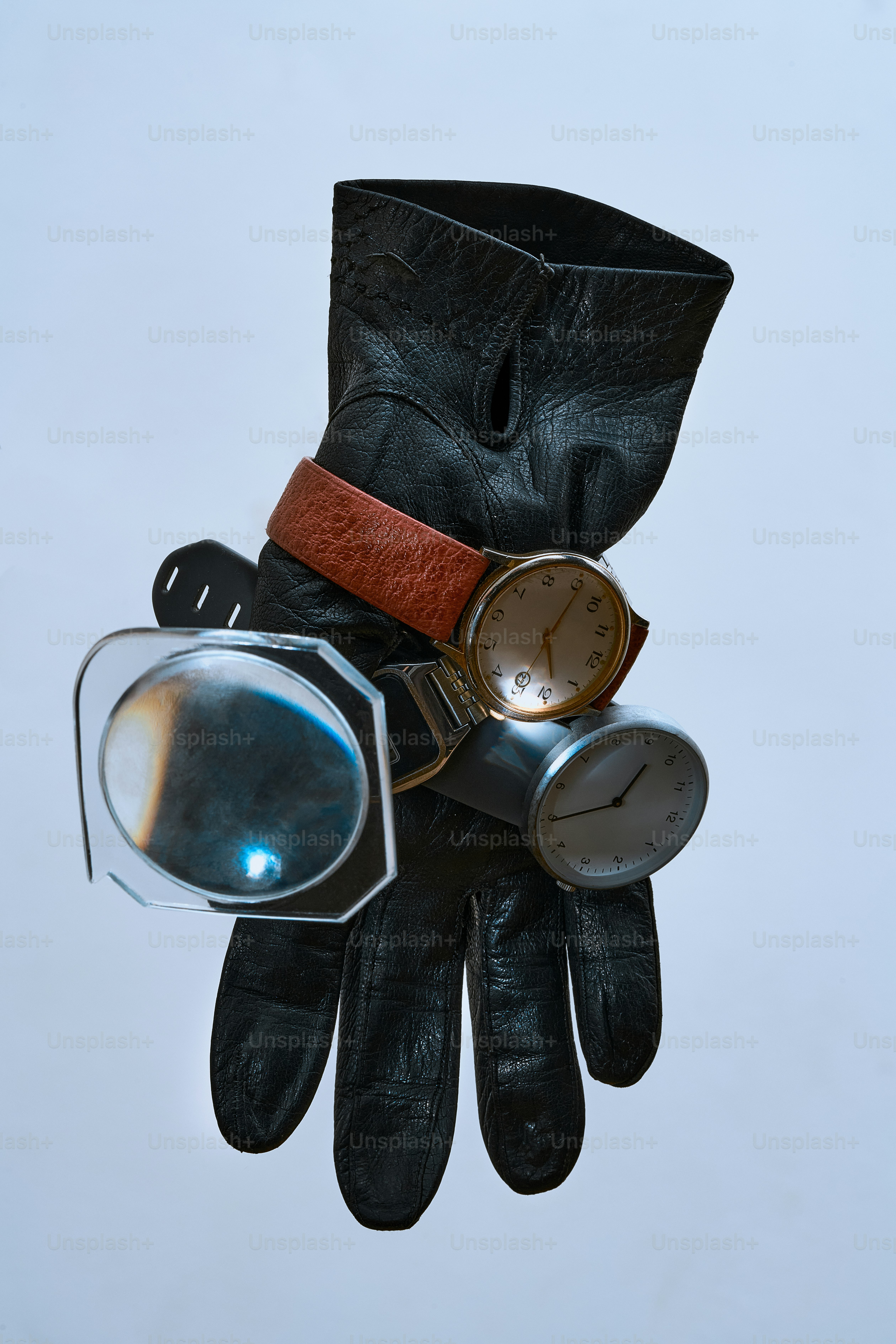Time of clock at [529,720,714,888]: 12:44
